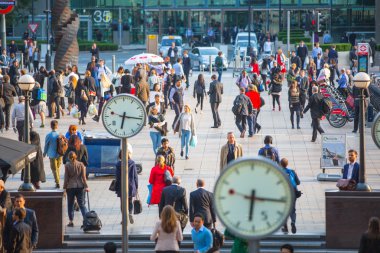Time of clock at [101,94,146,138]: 6:16
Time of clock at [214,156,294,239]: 6:16
